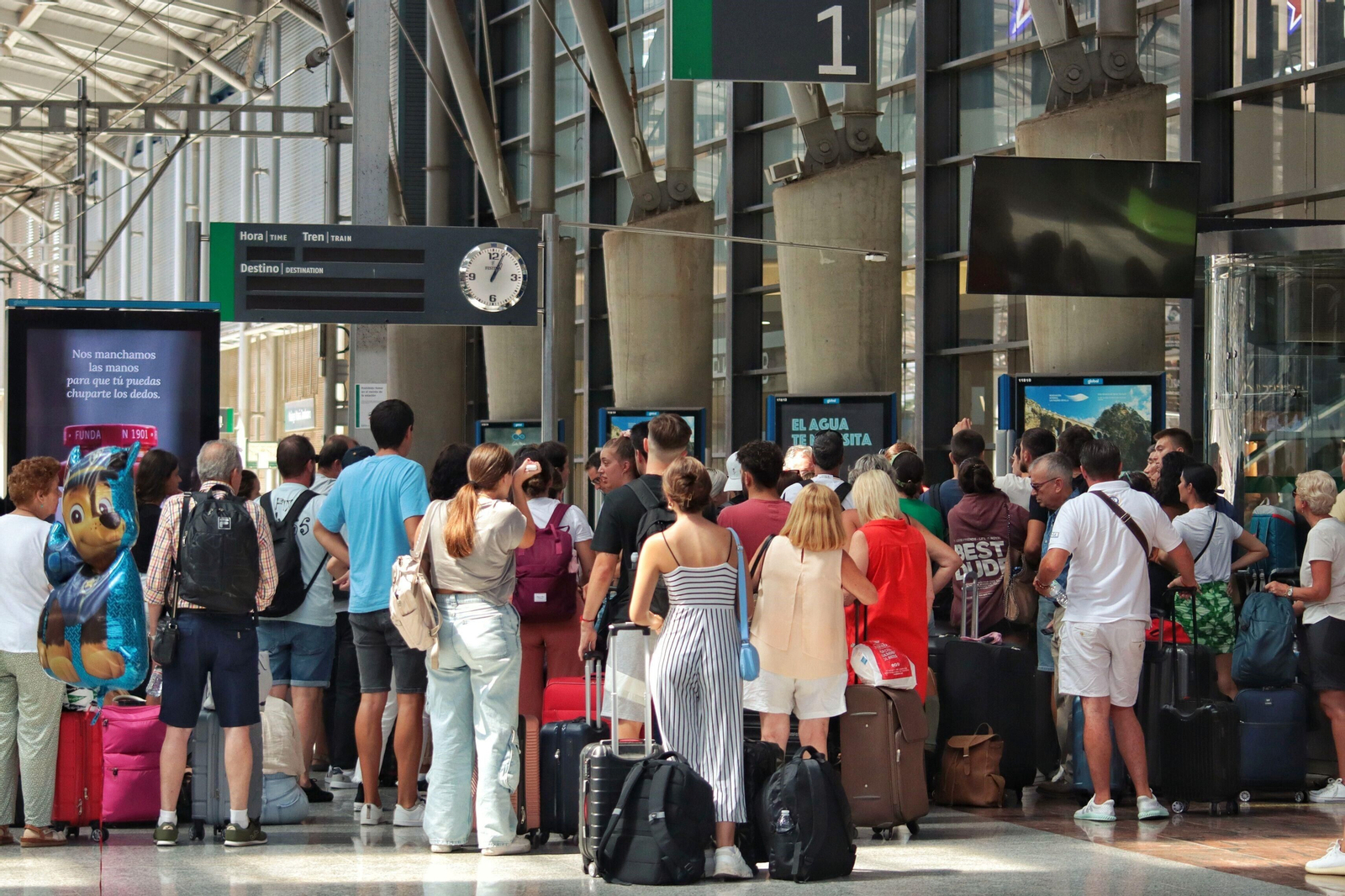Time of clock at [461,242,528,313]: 1:04
